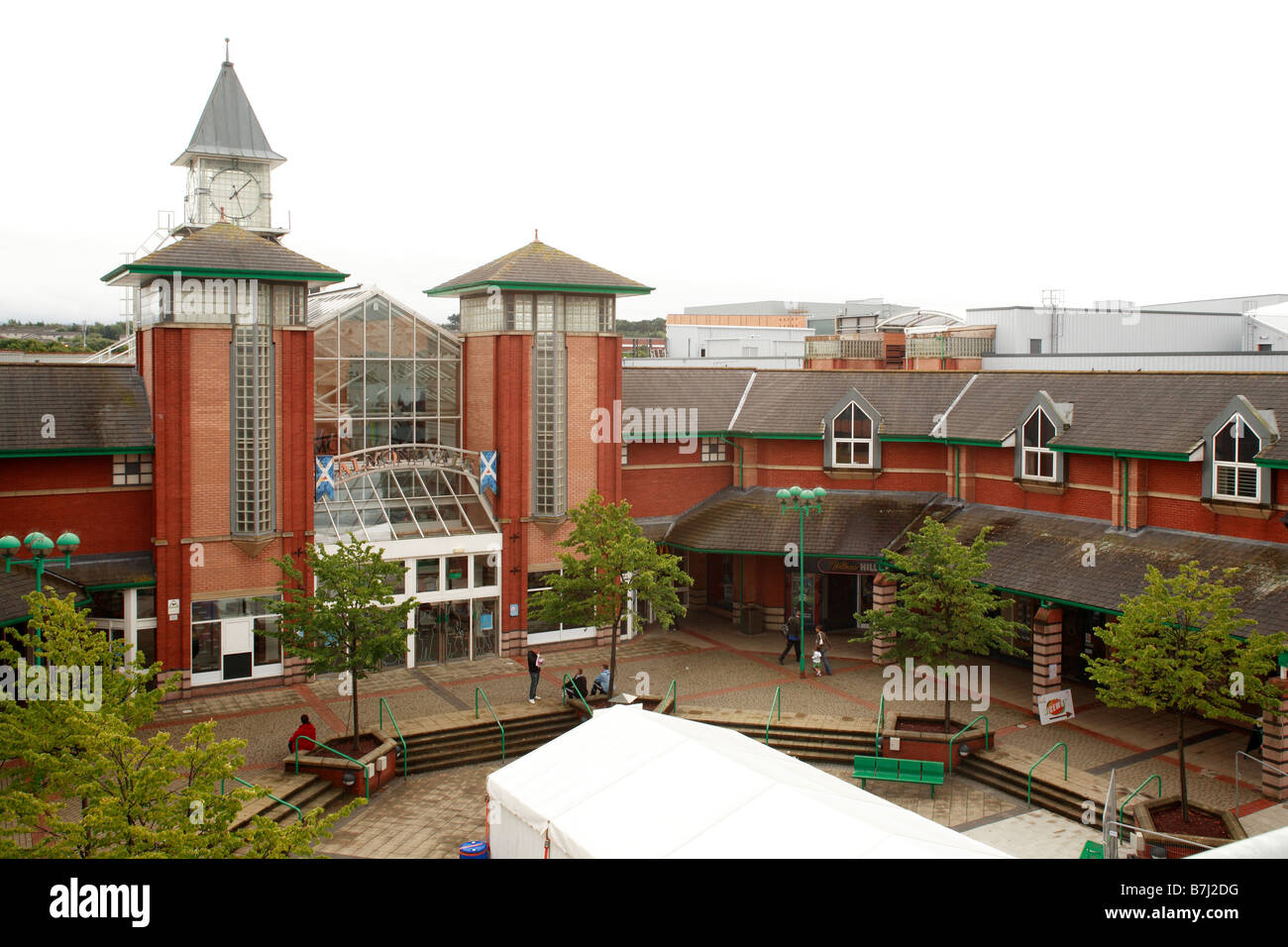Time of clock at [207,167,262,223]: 1:26
